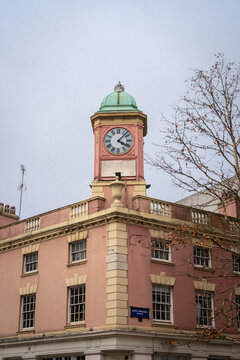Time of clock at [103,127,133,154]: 4:07
